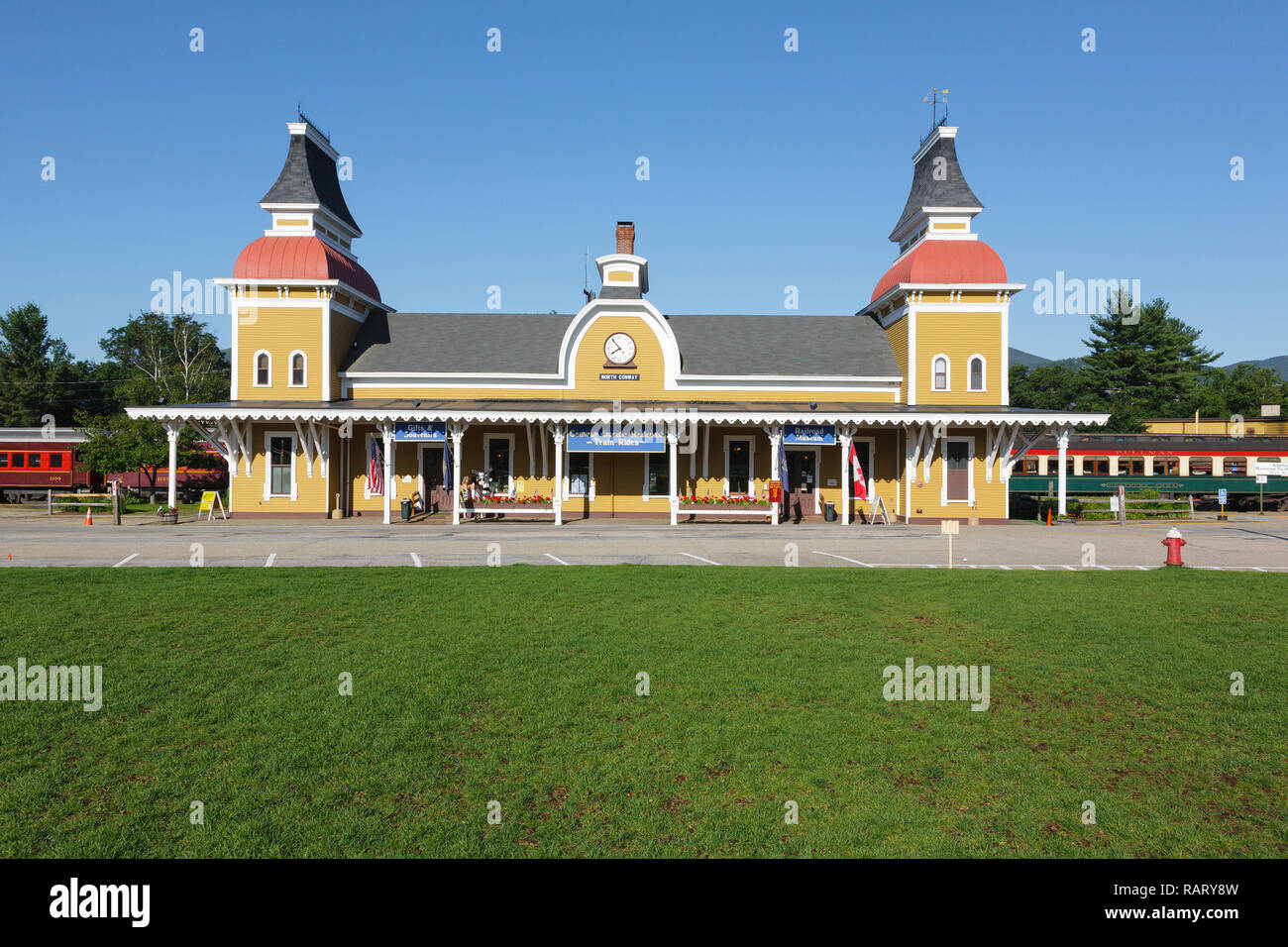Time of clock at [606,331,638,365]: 7:53
